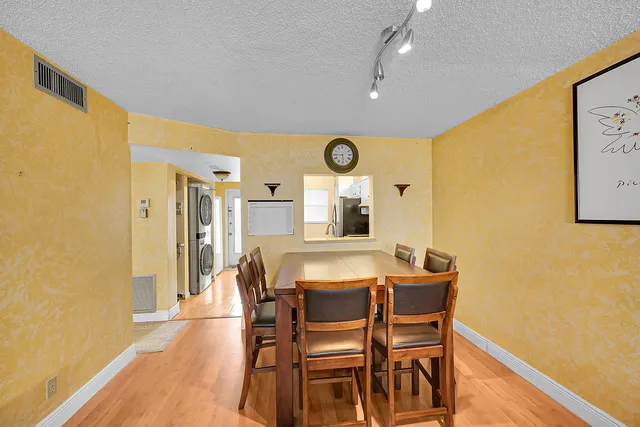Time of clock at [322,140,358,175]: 5:44
